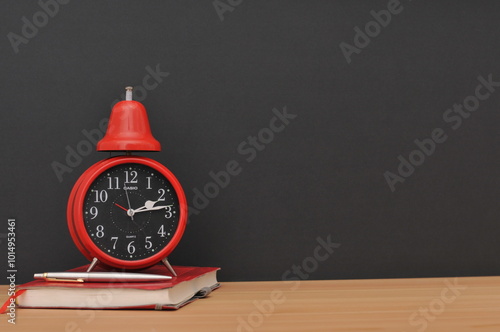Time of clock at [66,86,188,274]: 2:13
